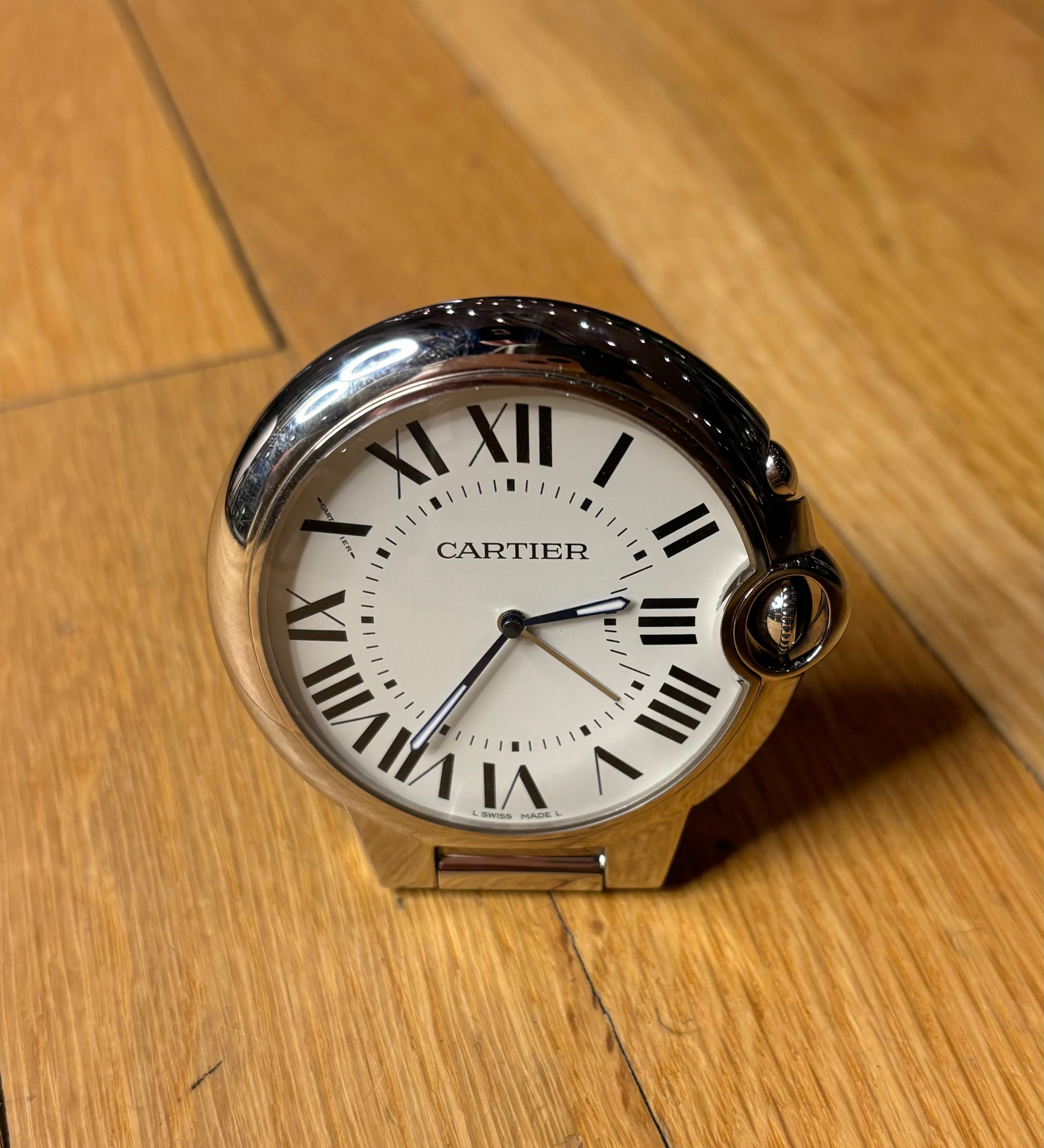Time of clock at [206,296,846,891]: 2:35
